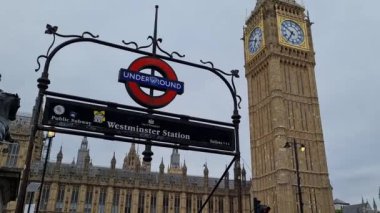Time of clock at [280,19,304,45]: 6:50
